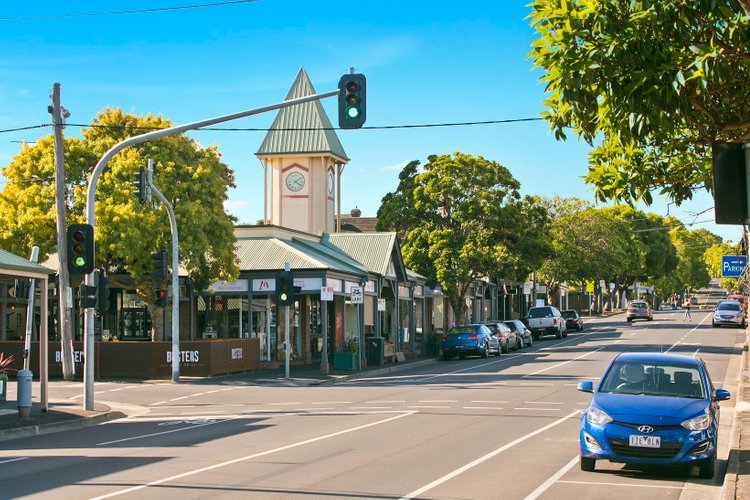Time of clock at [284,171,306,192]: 4:08
